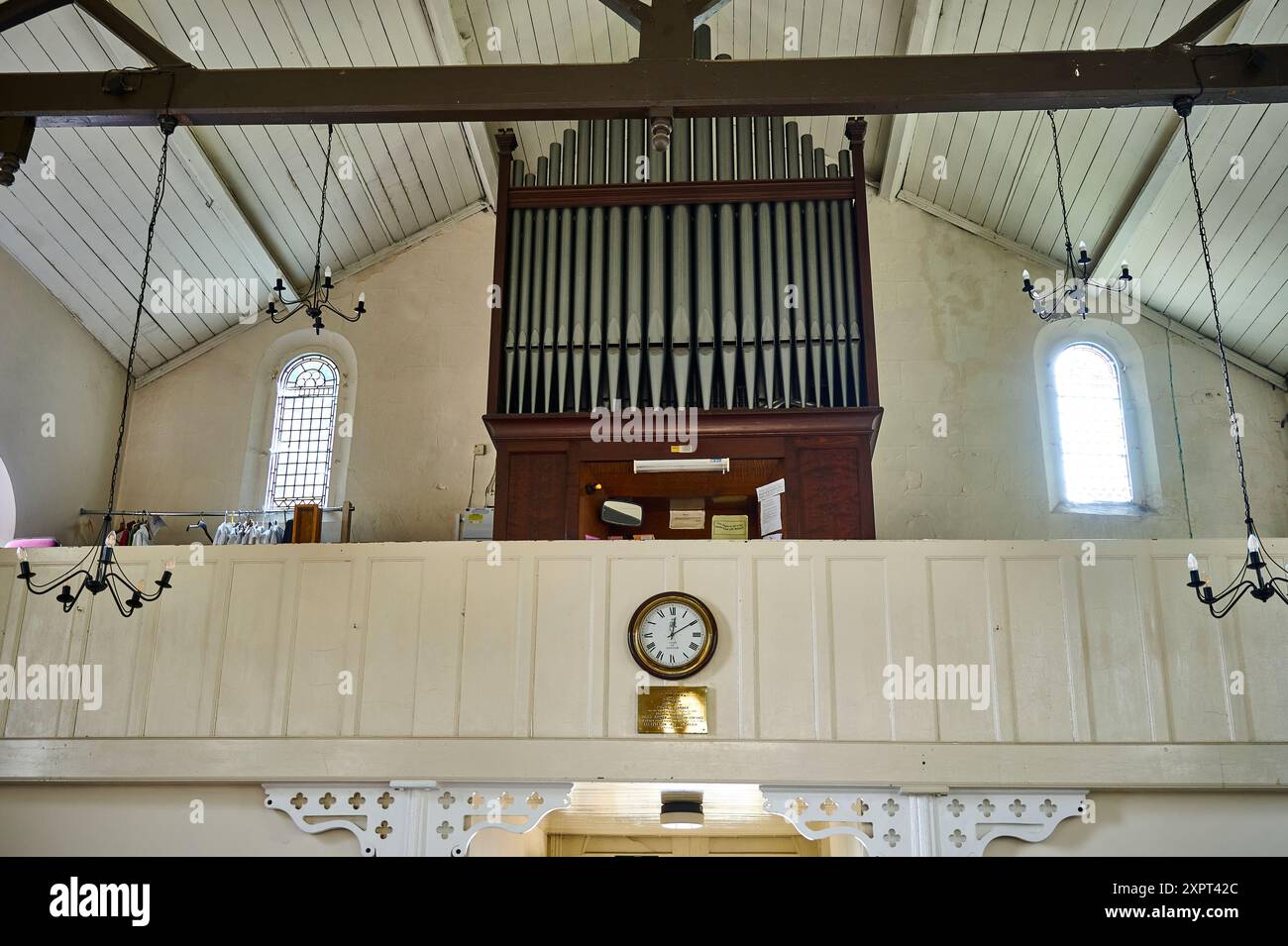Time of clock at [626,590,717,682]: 12:09
